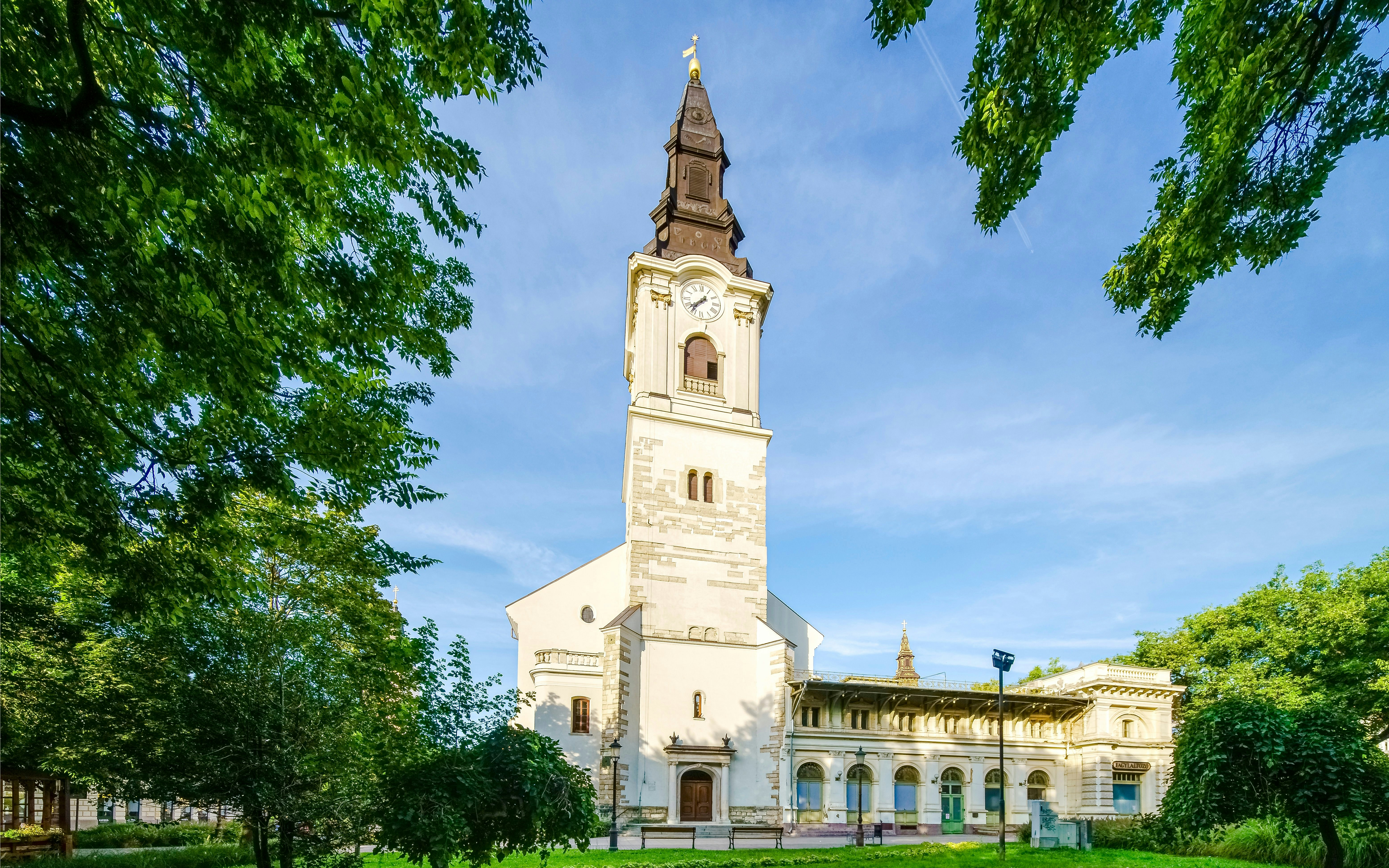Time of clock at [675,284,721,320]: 7:36
